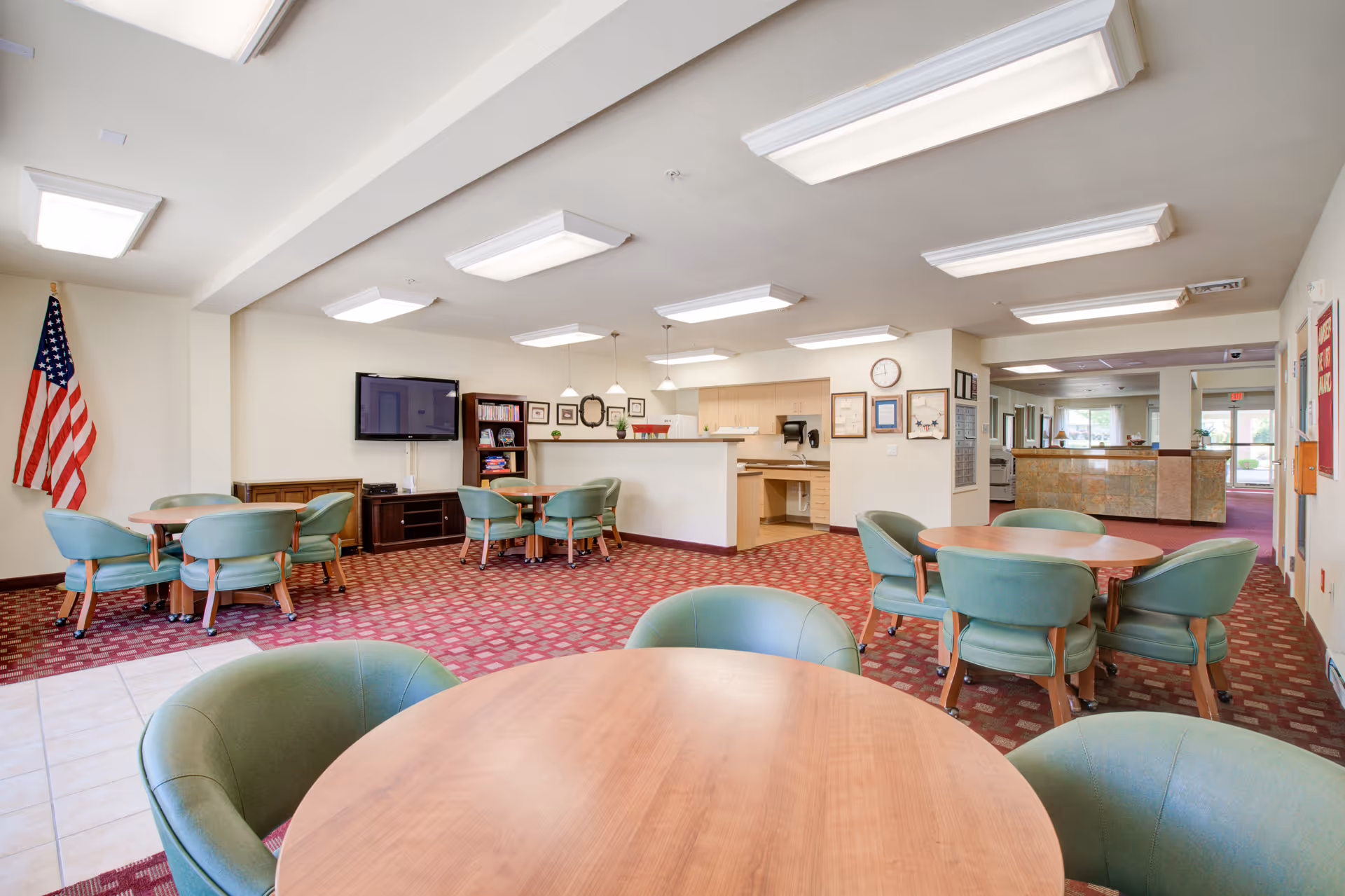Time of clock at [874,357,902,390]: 11:43
